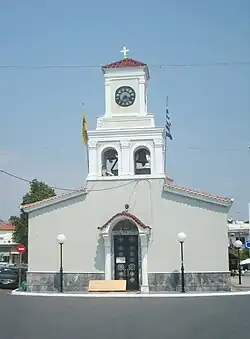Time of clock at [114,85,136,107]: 7:17
